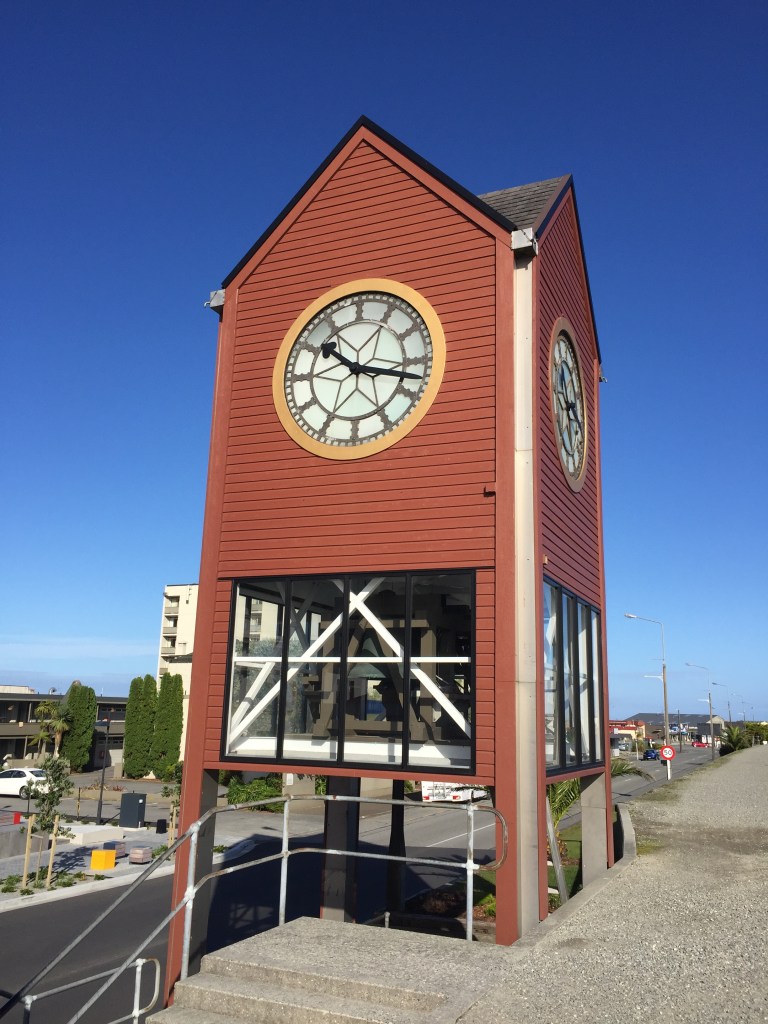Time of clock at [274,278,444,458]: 10:17
